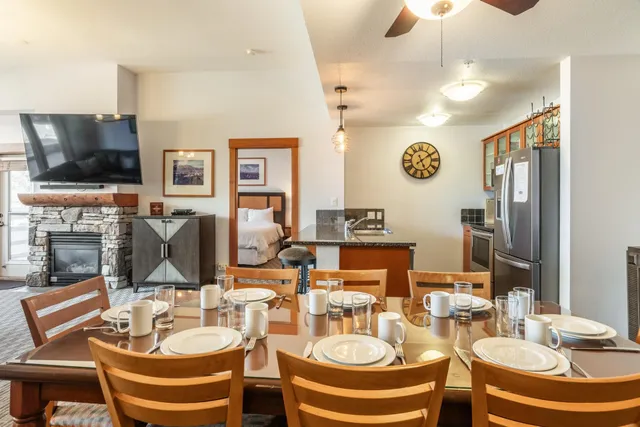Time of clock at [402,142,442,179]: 5:09
